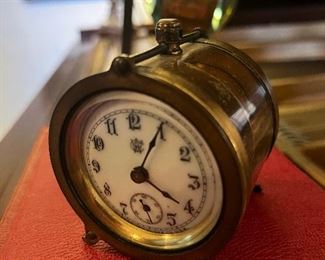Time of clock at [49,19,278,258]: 4:04
